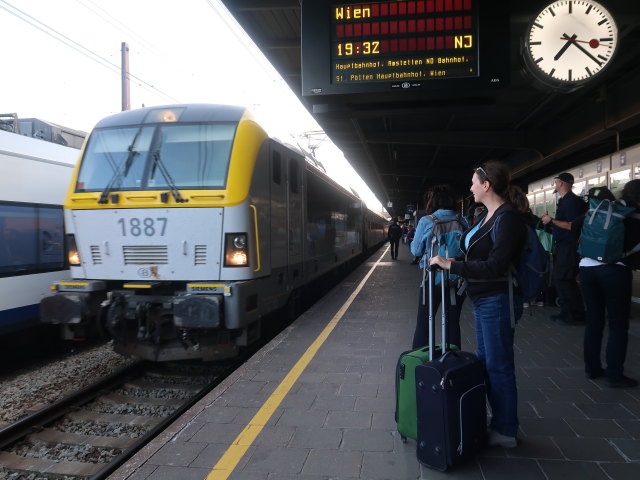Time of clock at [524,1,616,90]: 7:21
